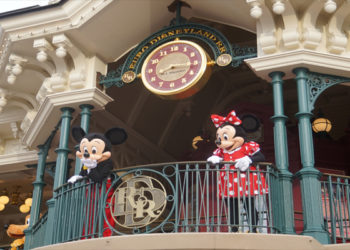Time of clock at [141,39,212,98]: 8:16
